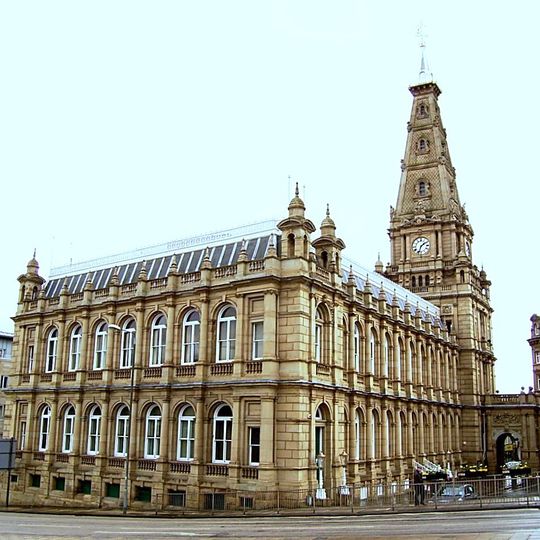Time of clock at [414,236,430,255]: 1:33
